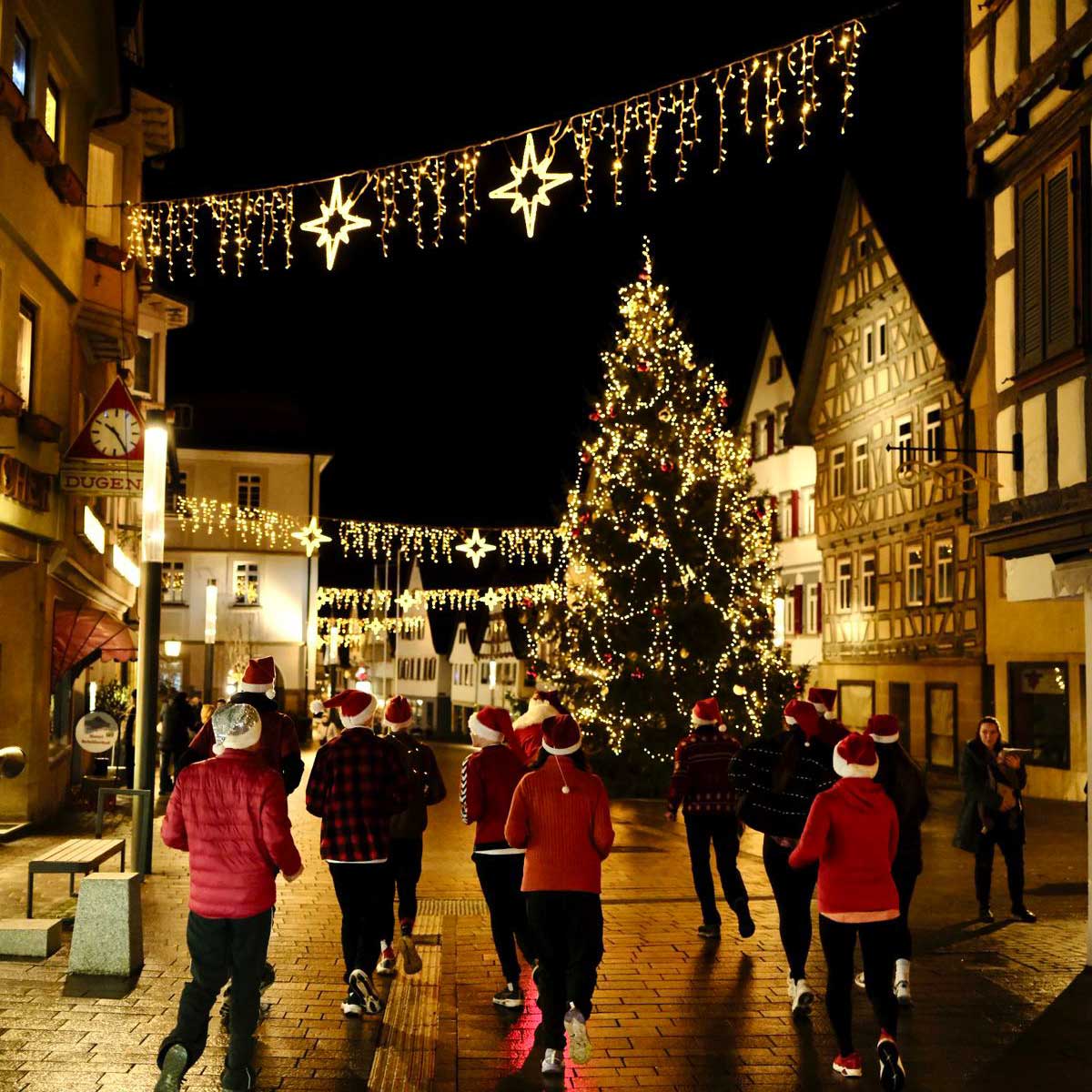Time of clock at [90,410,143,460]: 10:24
